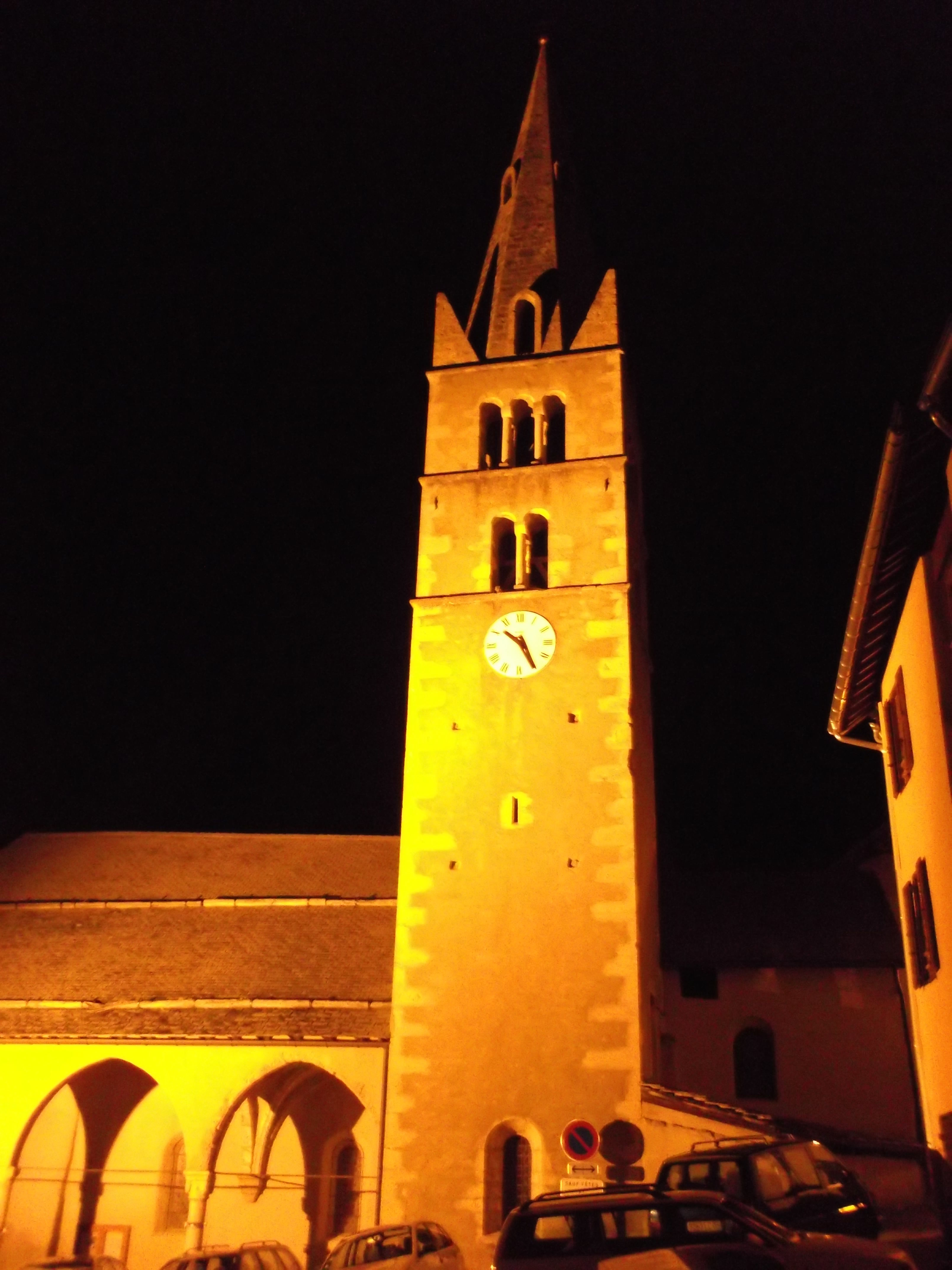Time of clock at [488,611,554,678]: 10:25
